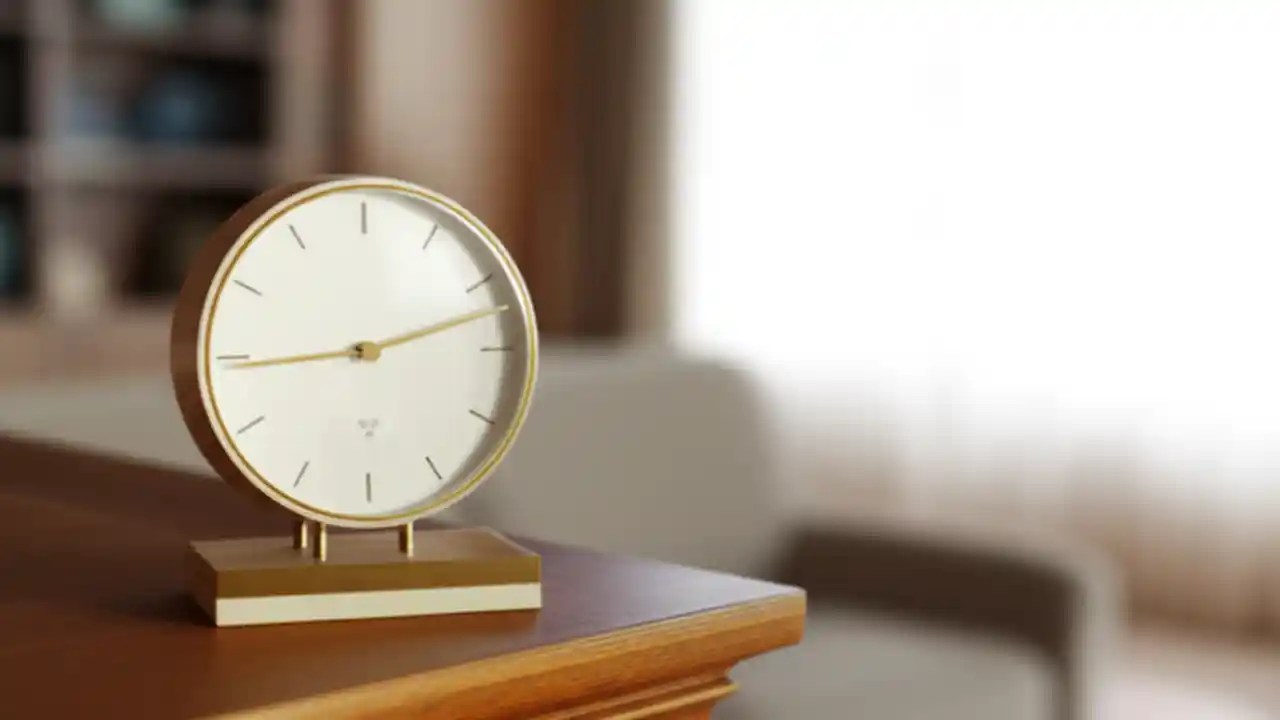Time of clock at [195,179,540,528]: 2:44
